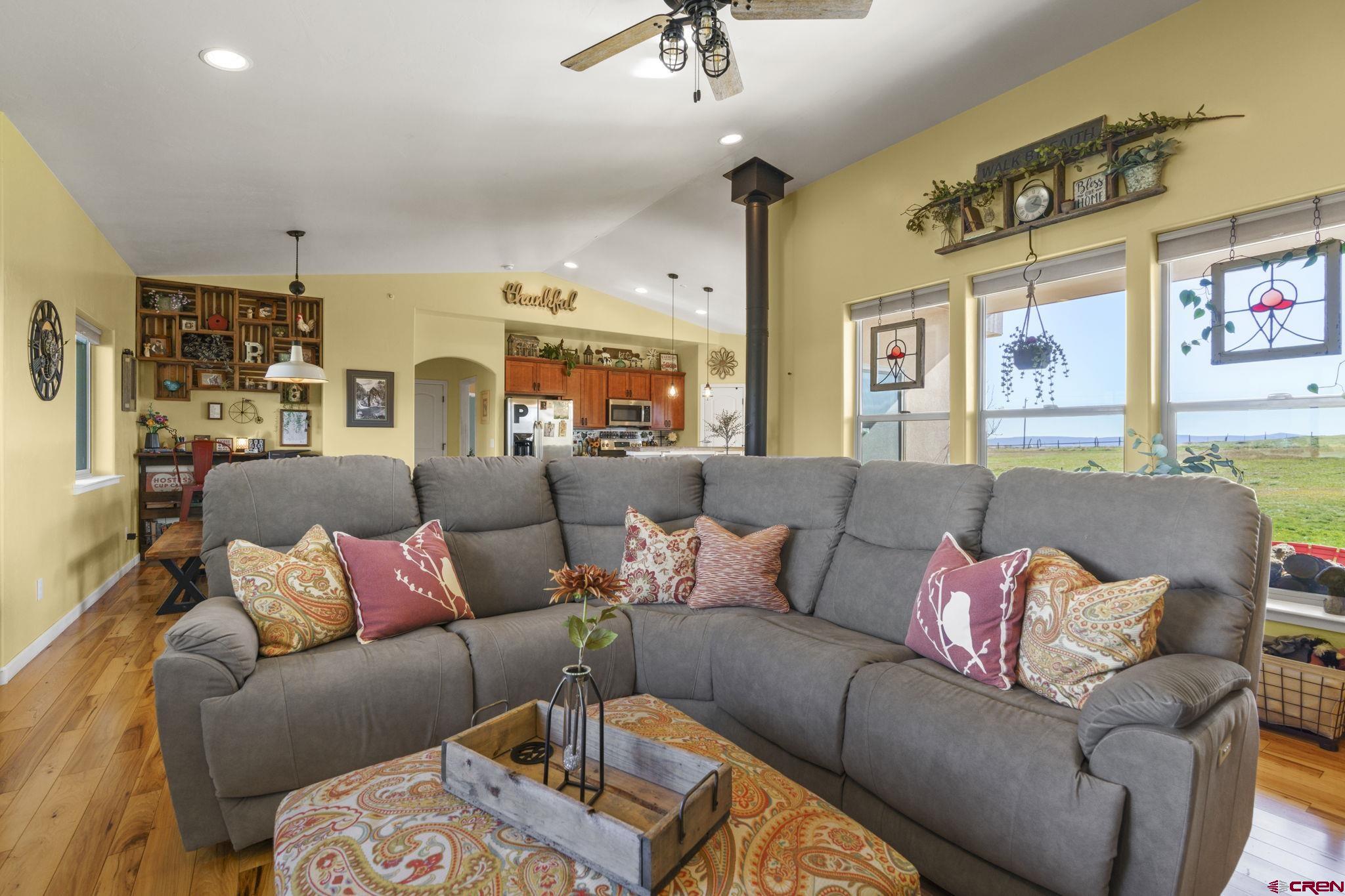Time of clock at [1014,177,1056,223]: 1:18
